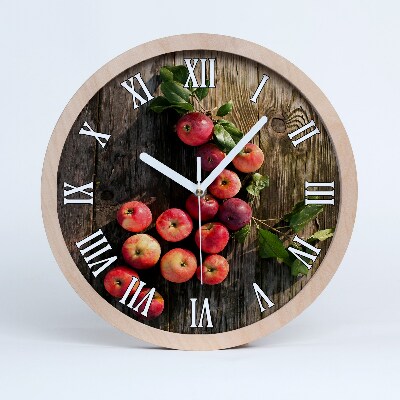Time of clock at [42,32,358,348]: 10:07
